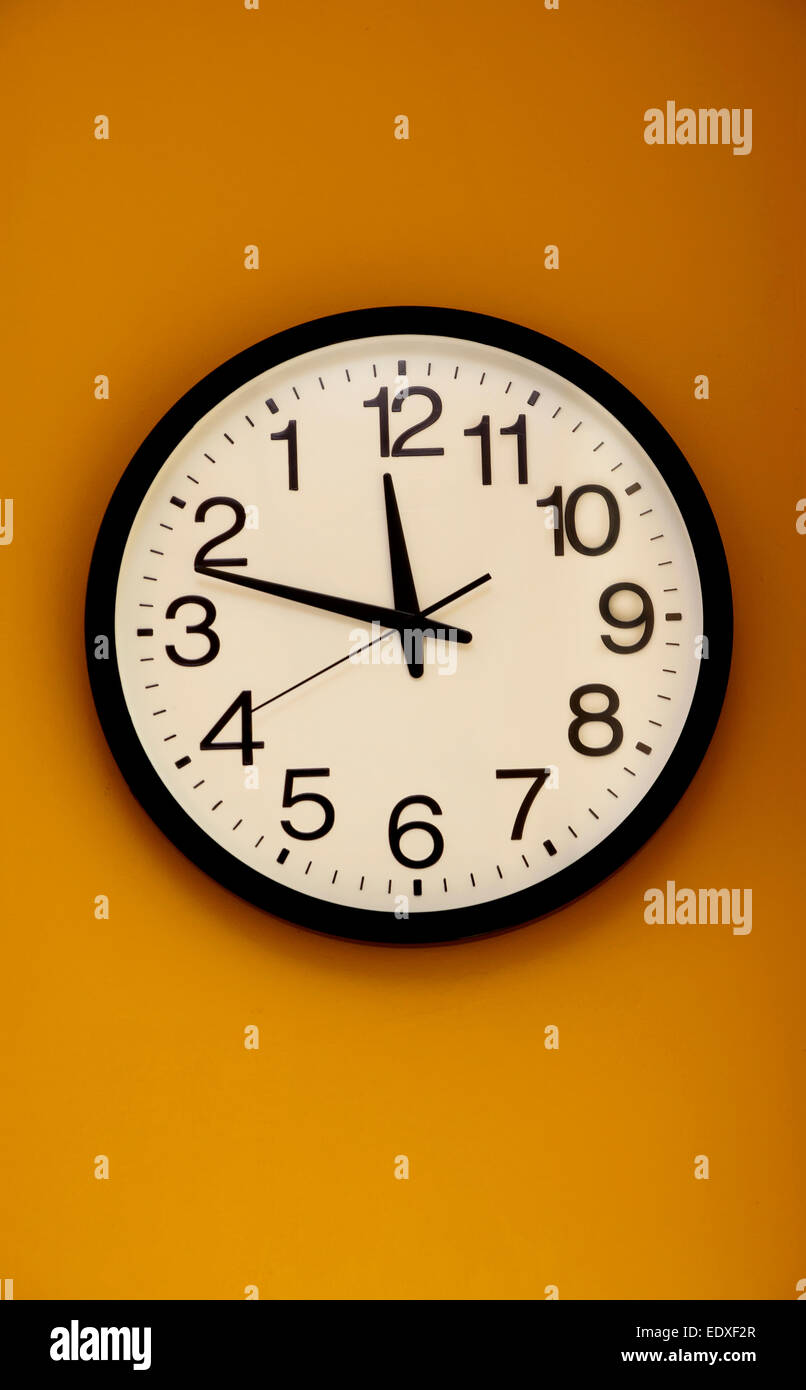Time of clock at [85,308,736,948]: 11:47
